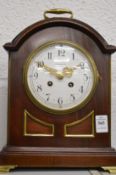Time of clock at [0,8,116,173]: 1:50
